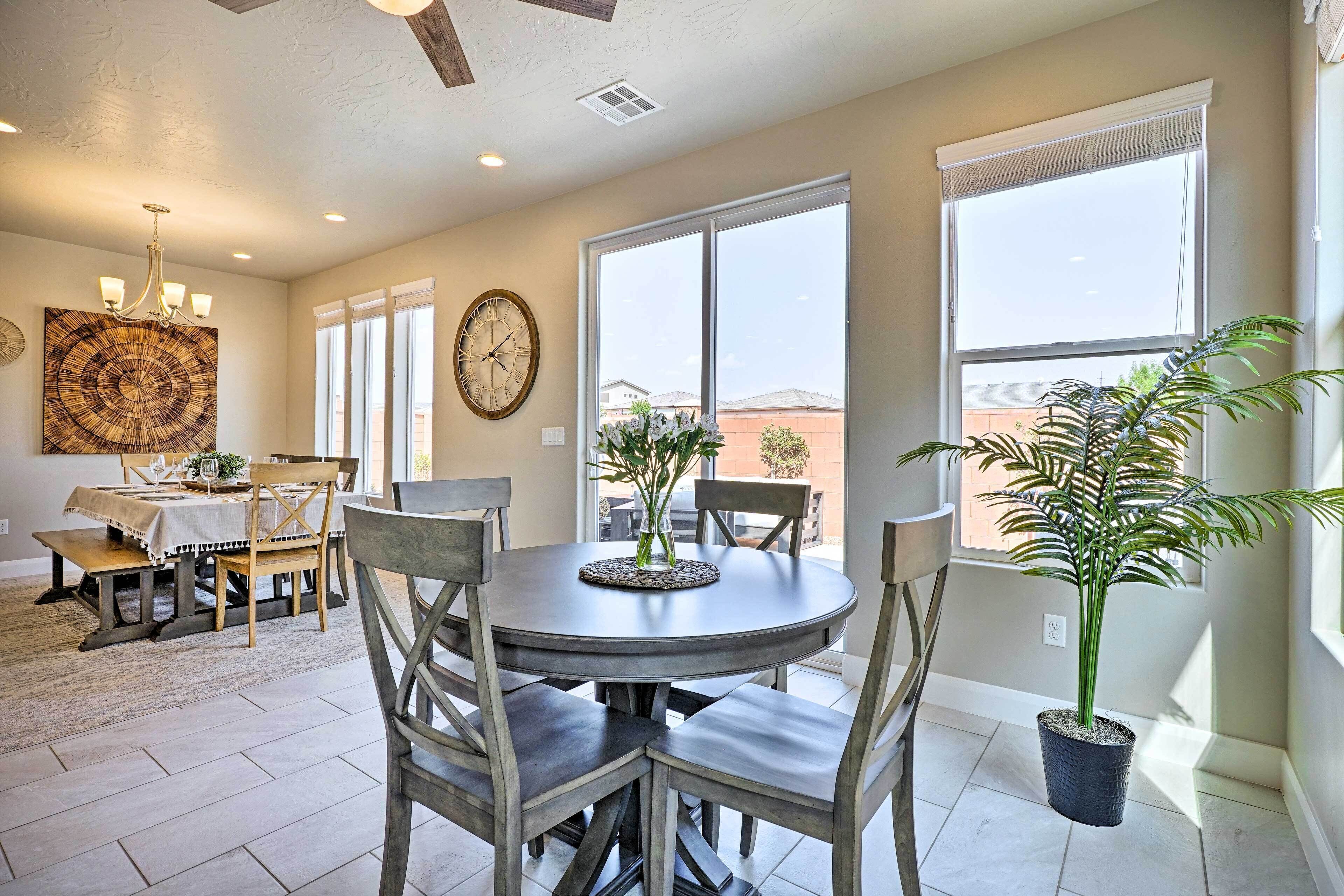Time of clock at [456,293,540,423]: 4:09
